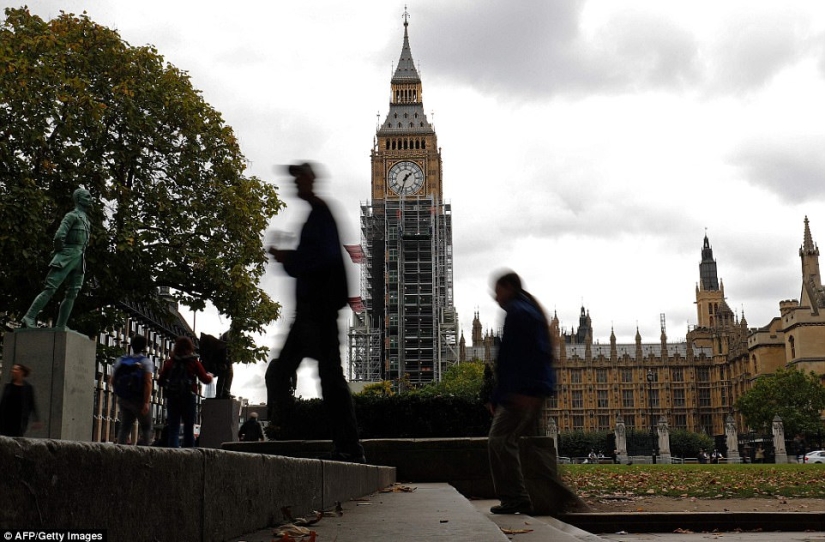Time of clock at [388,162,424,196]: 1:33
